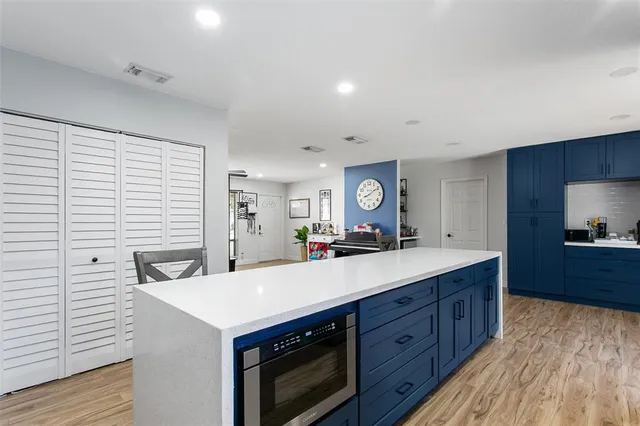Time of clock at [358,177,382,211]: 8:09
